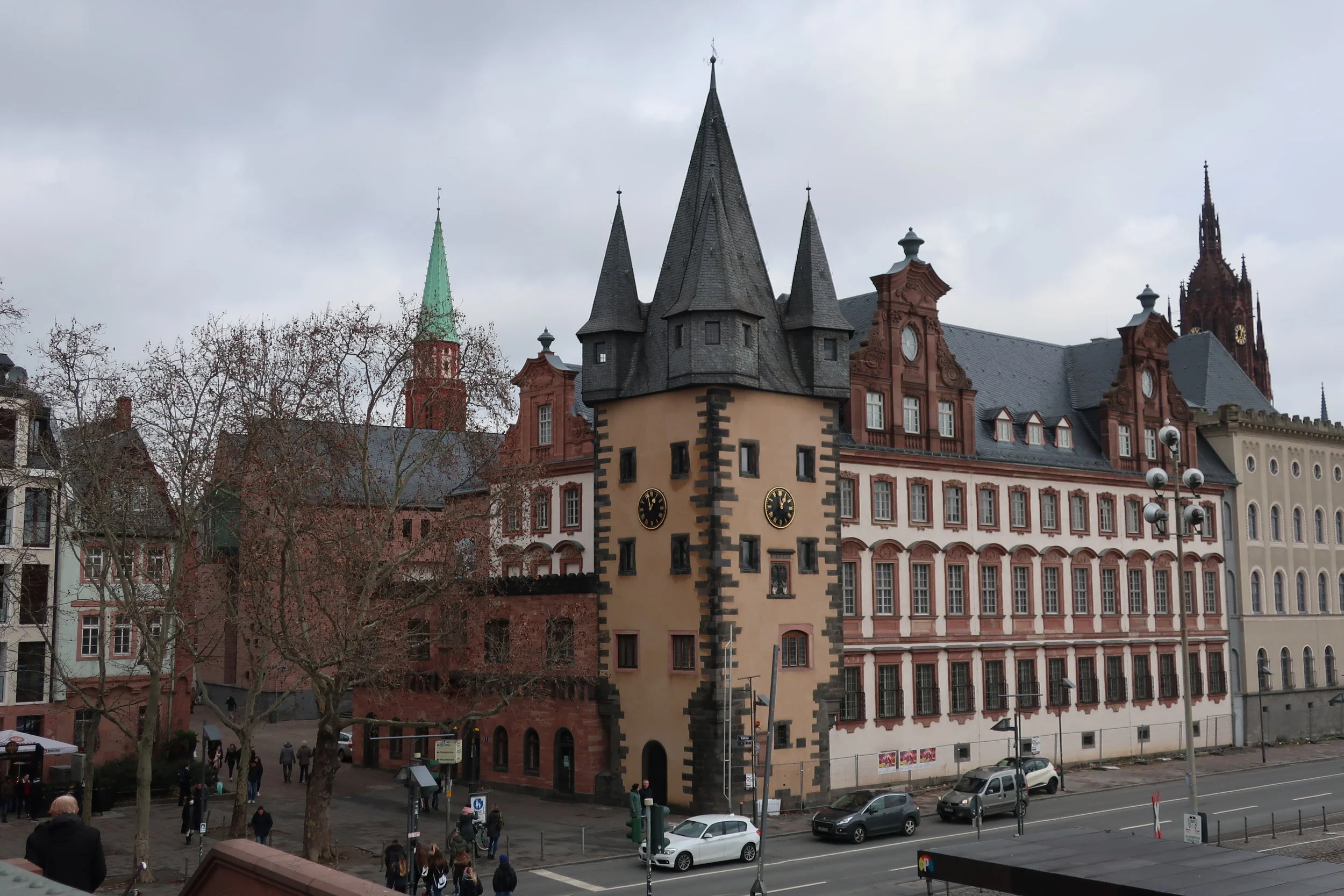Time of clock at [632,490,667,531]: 12:57
